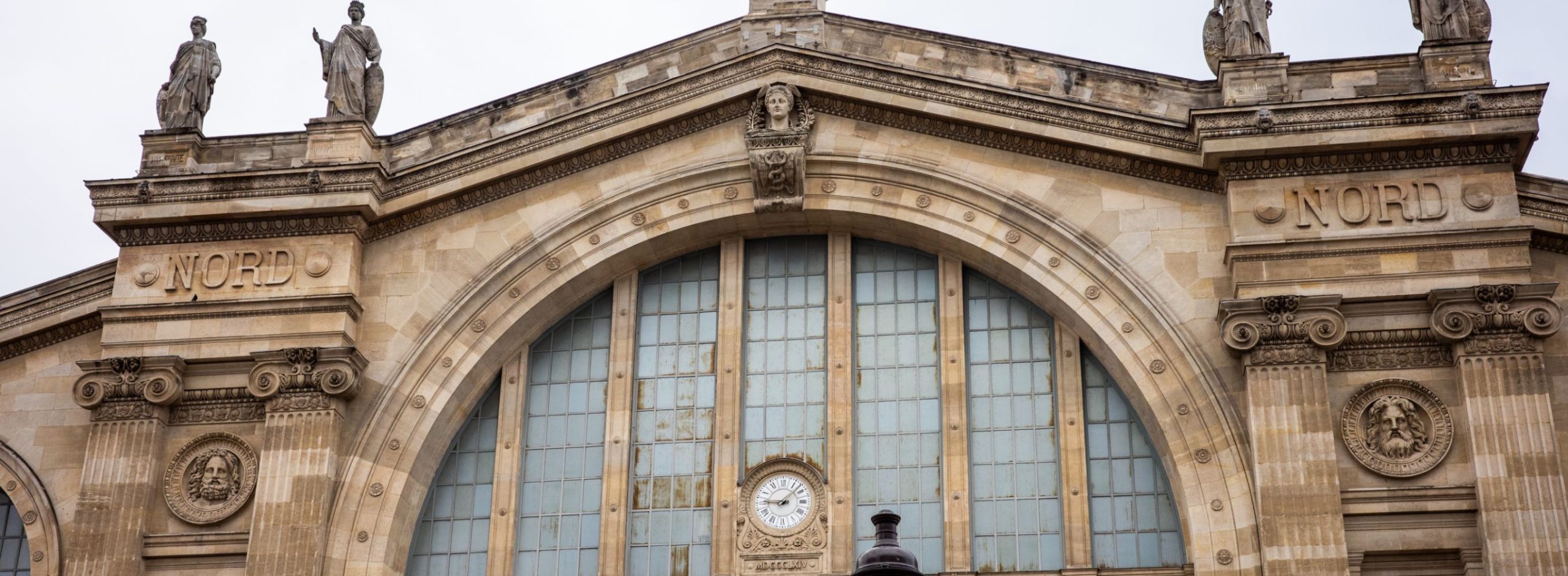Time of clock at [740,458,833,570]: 9:07
